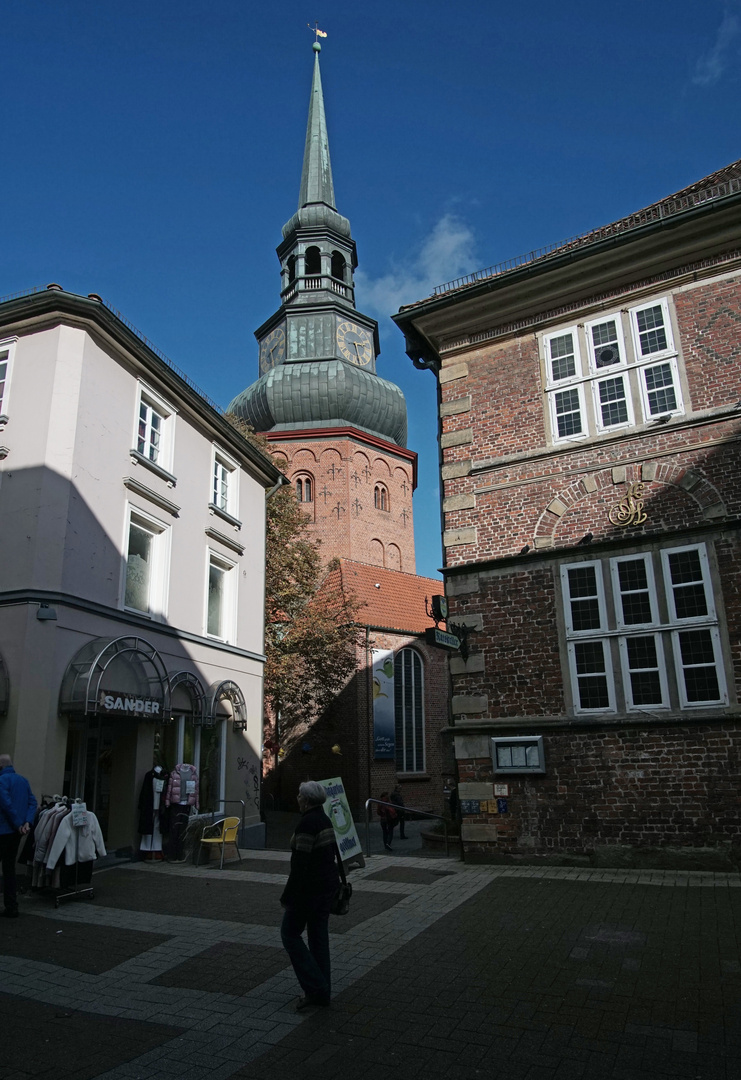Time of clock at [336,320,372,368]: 2:28
